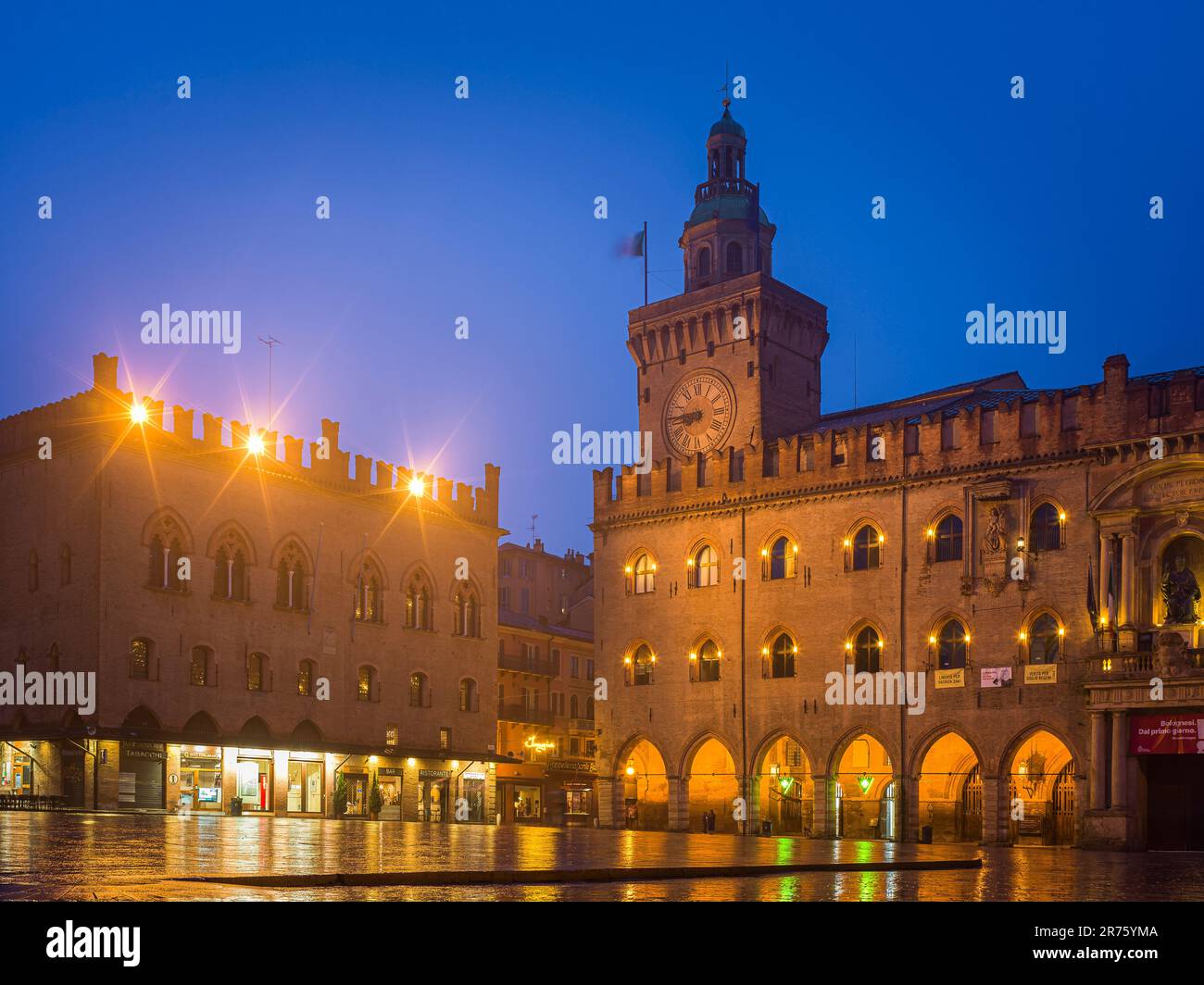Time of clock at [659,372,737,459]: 8:45
